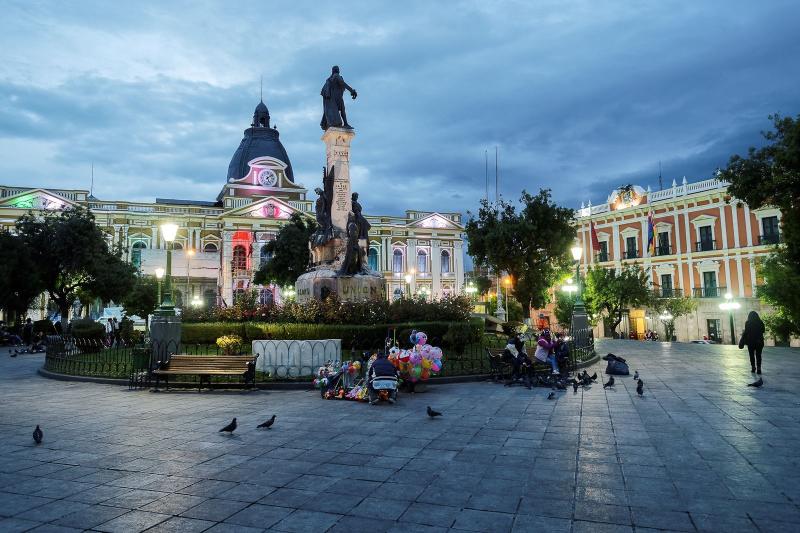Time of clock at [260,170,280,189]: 5:08
